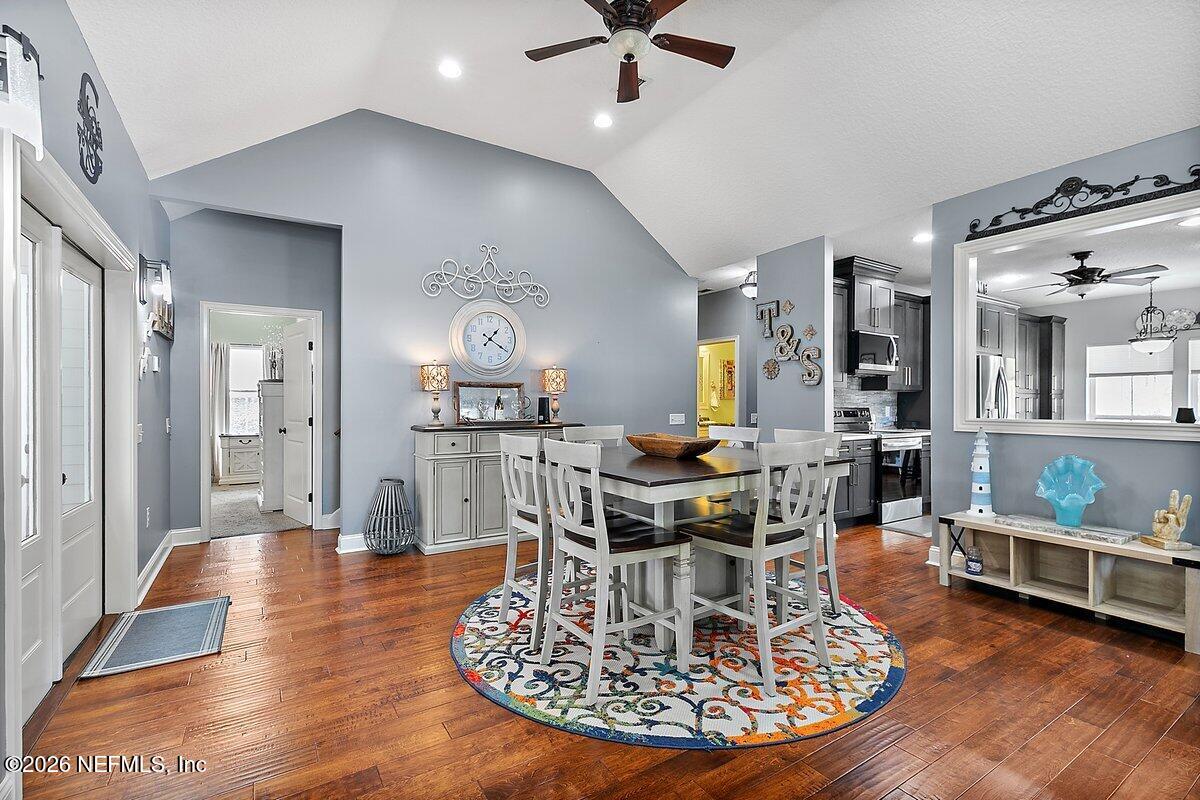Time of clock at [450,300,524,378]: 1:20
